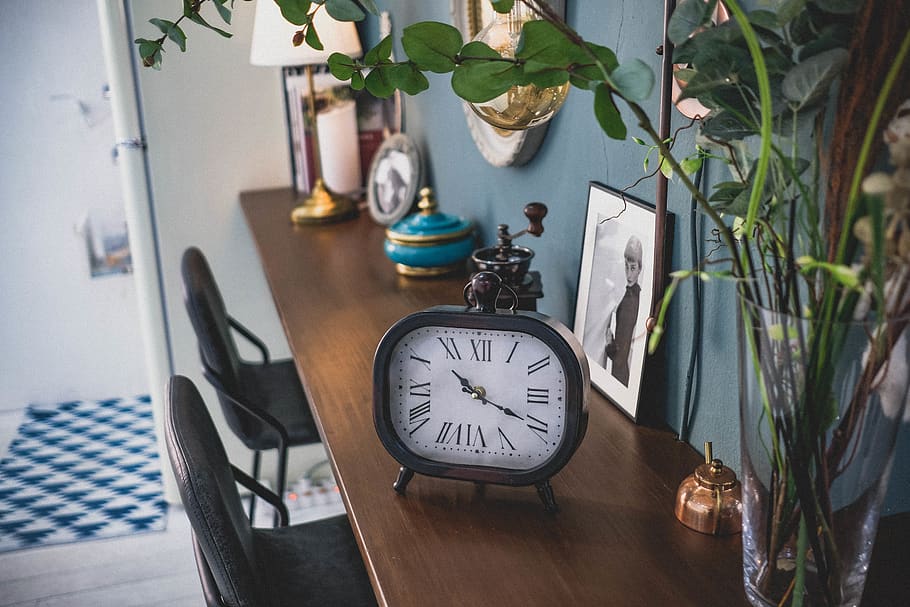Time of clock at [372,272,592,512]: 10:19
